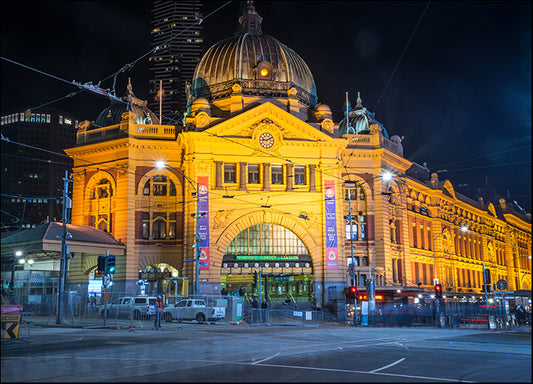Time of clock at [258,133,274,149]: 9:10
